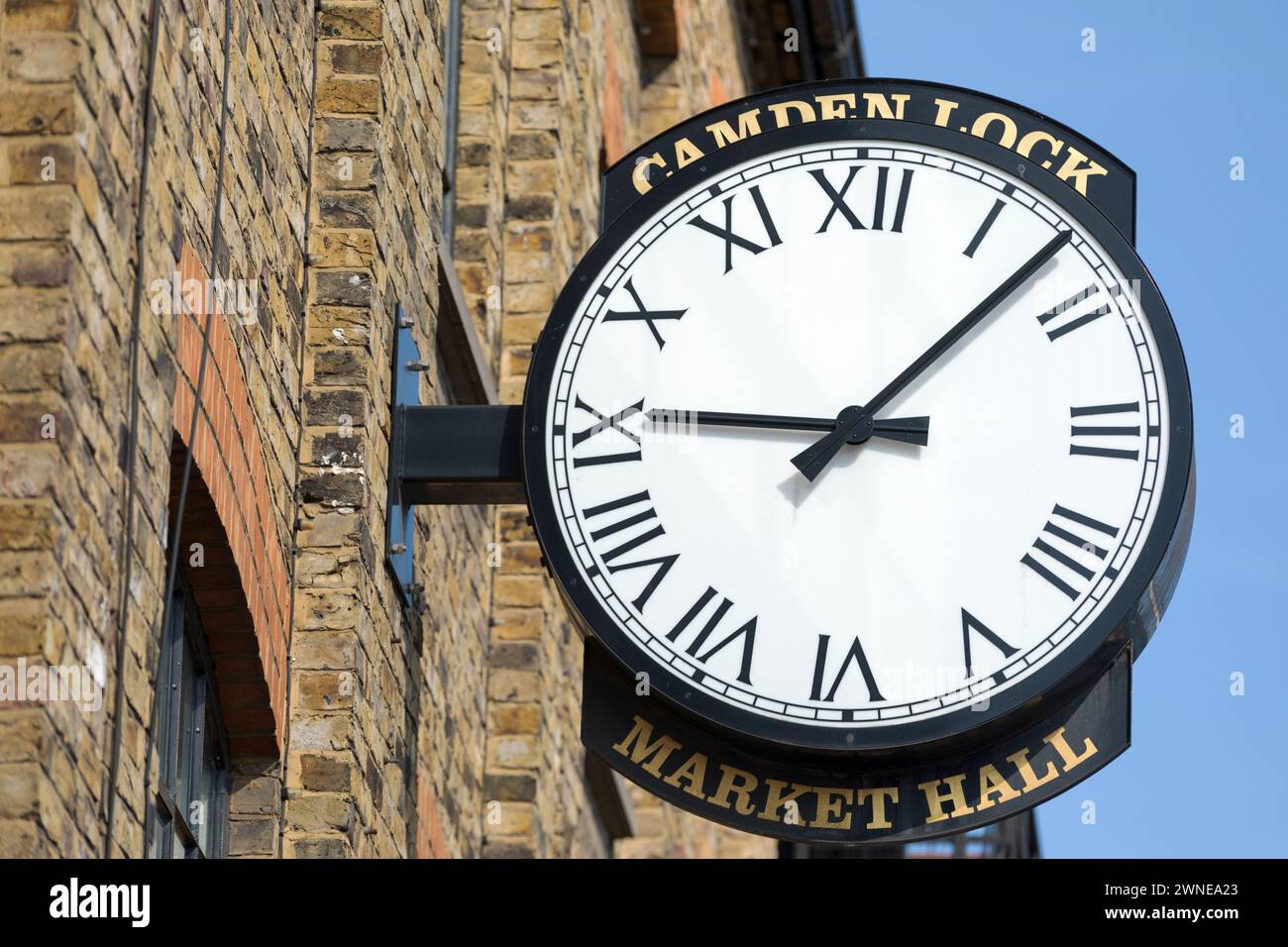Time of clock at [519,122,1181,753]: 9:07
